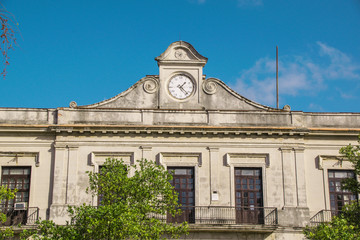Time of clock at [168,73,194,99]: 1:22
